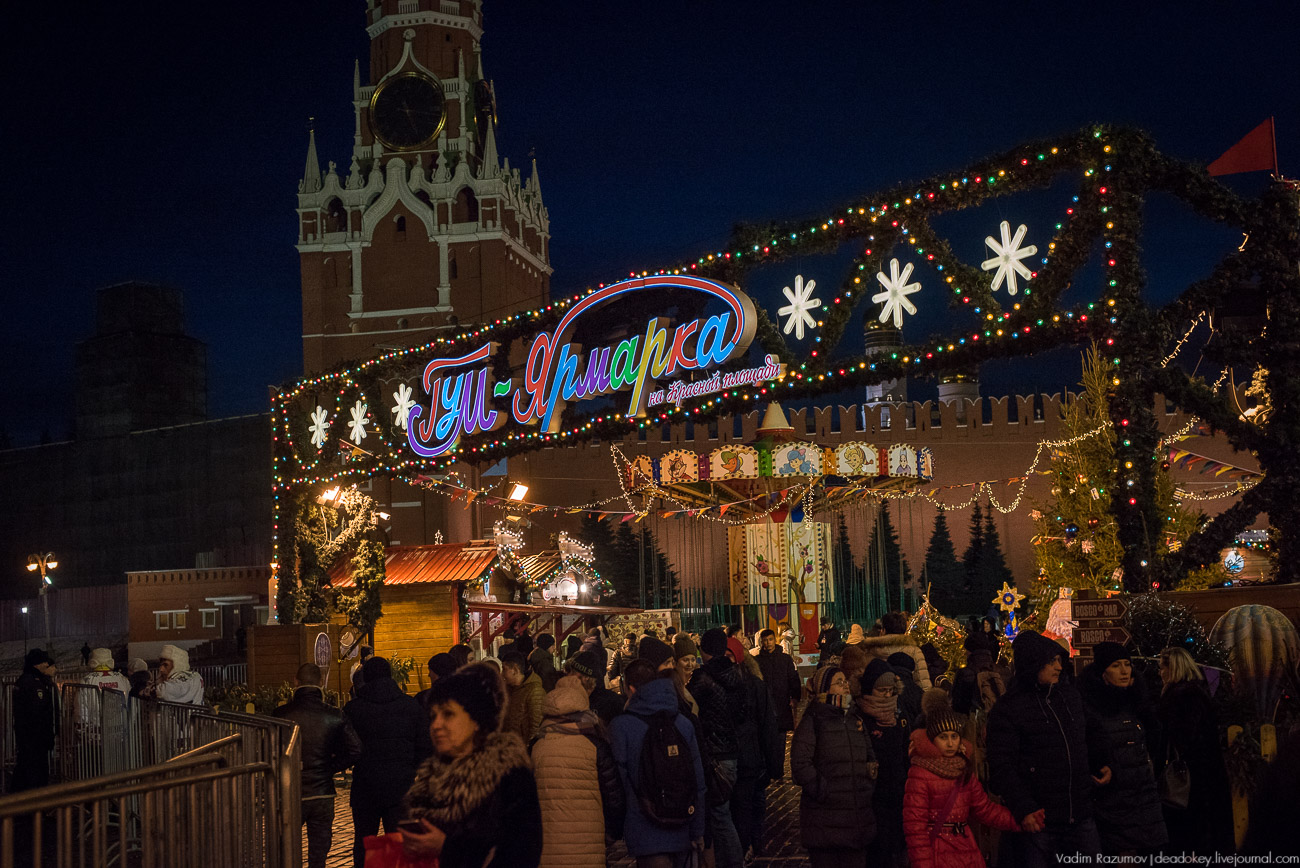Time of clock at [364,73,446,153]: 5:16
